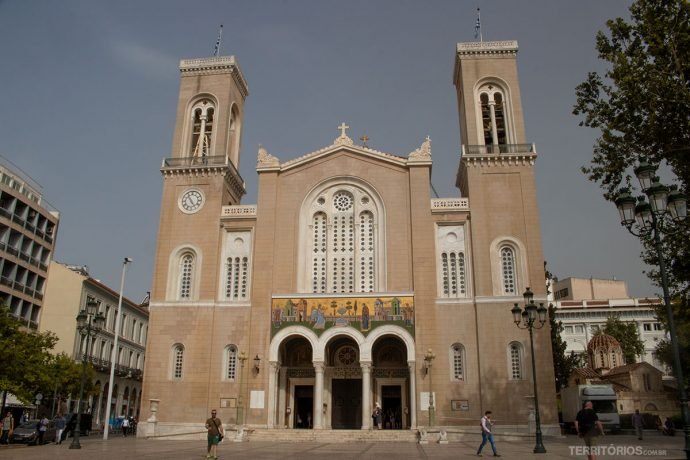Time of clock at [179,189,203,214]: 4:54
